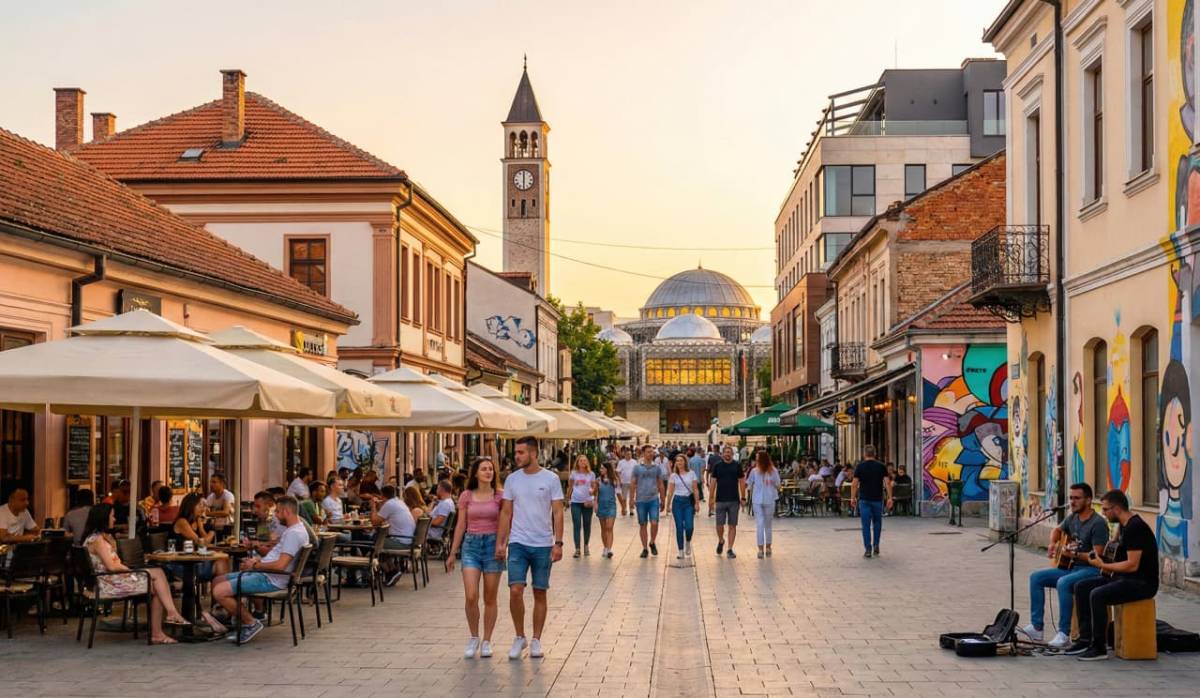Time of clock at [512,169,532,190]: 6:00
